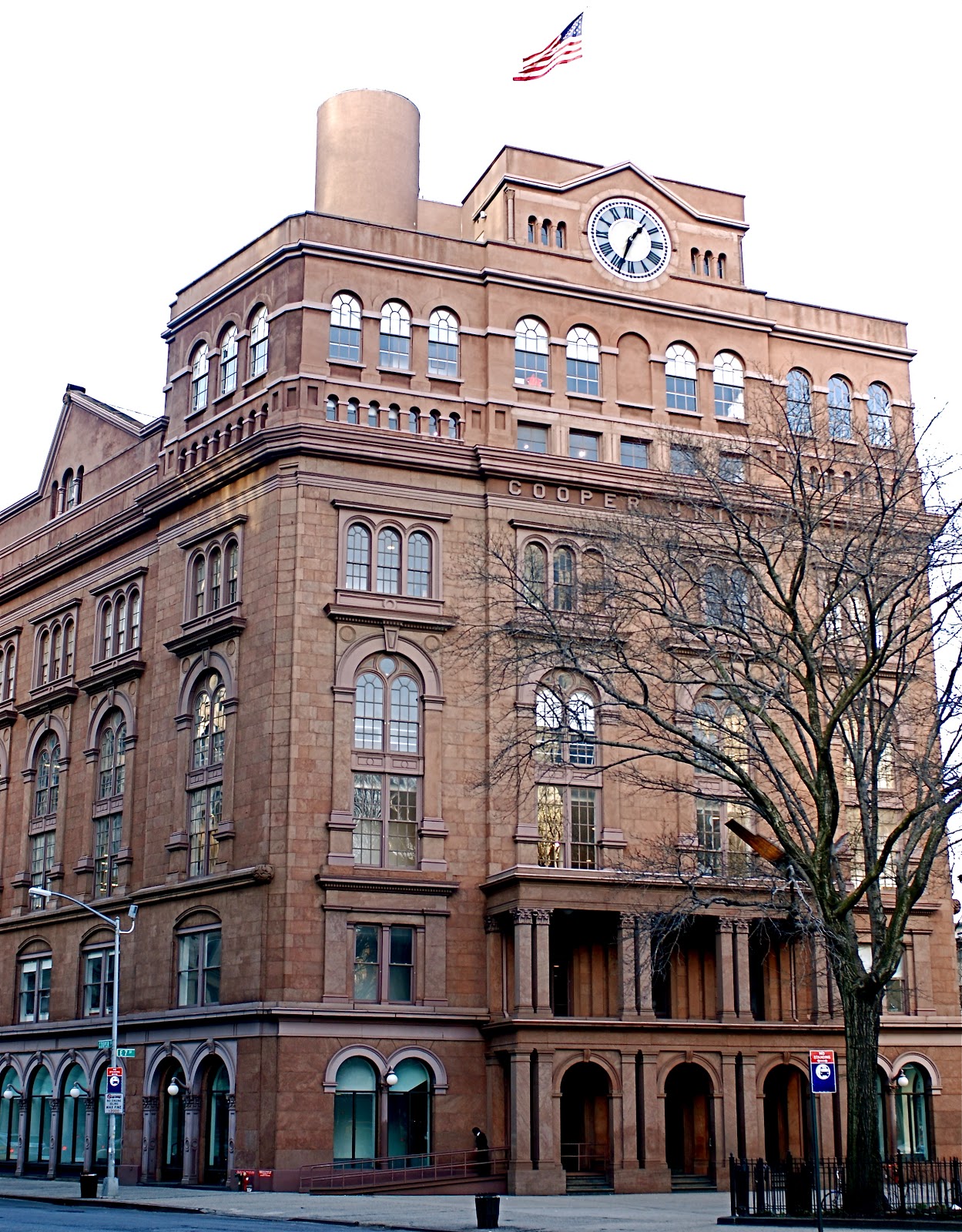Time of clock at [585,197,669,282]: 1:33
